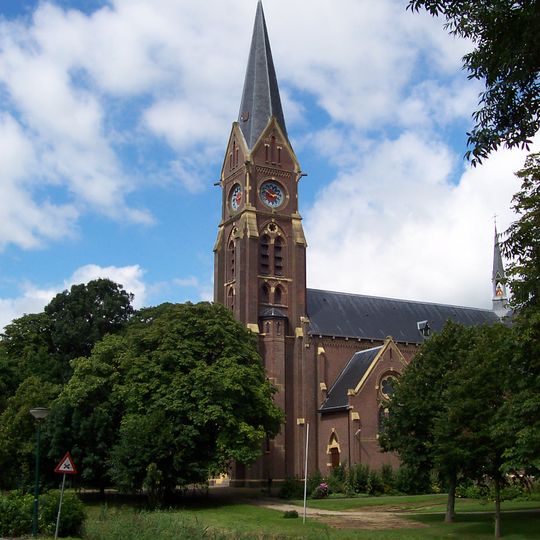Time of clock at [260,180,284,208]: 2:48
